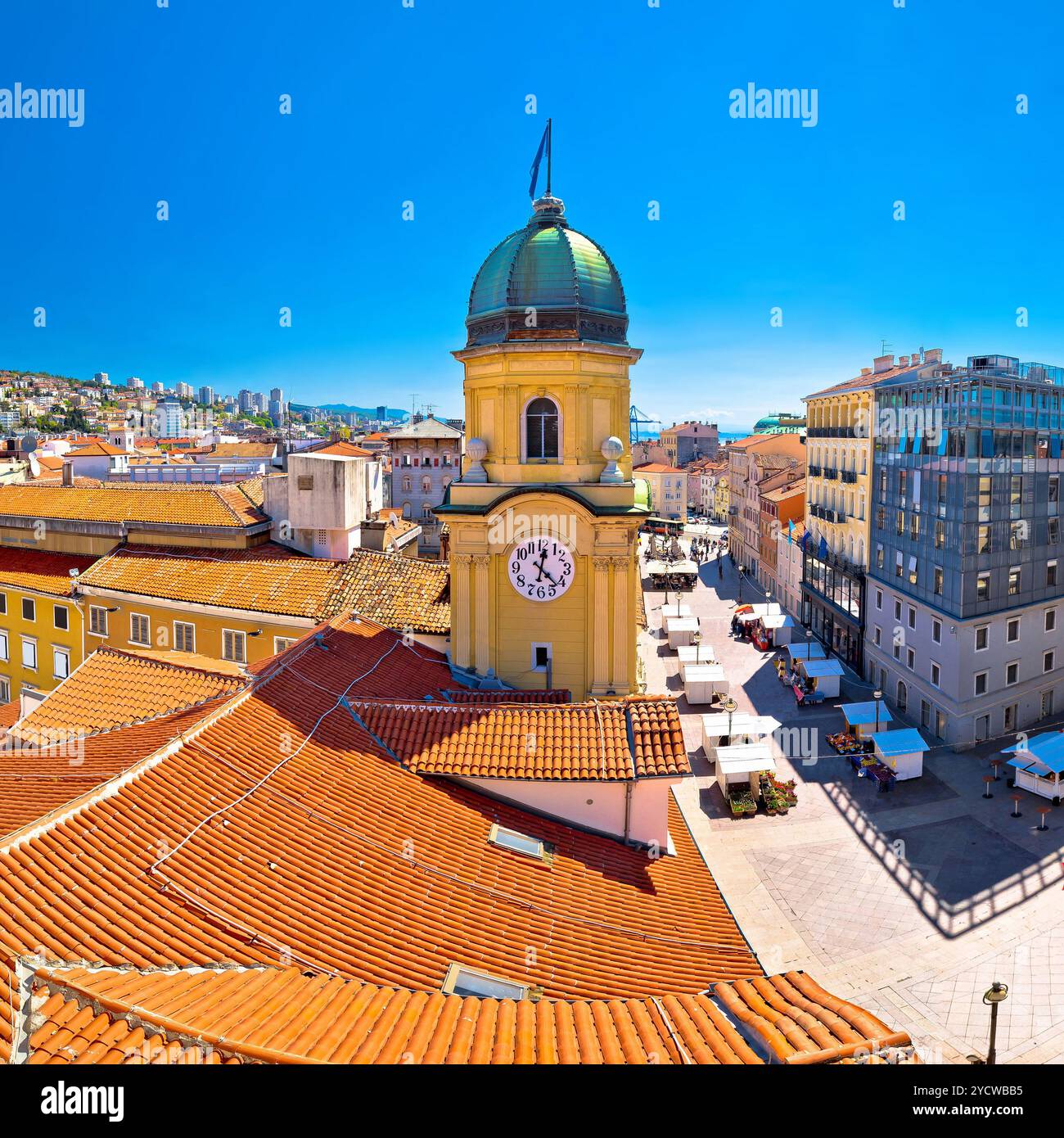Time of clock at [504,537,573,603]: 12:21
